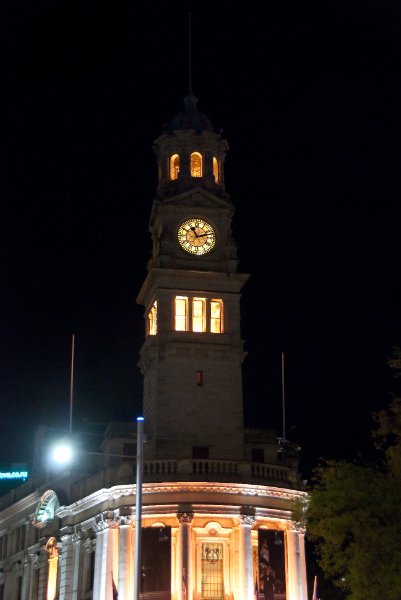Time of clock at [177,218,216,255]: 11:12
